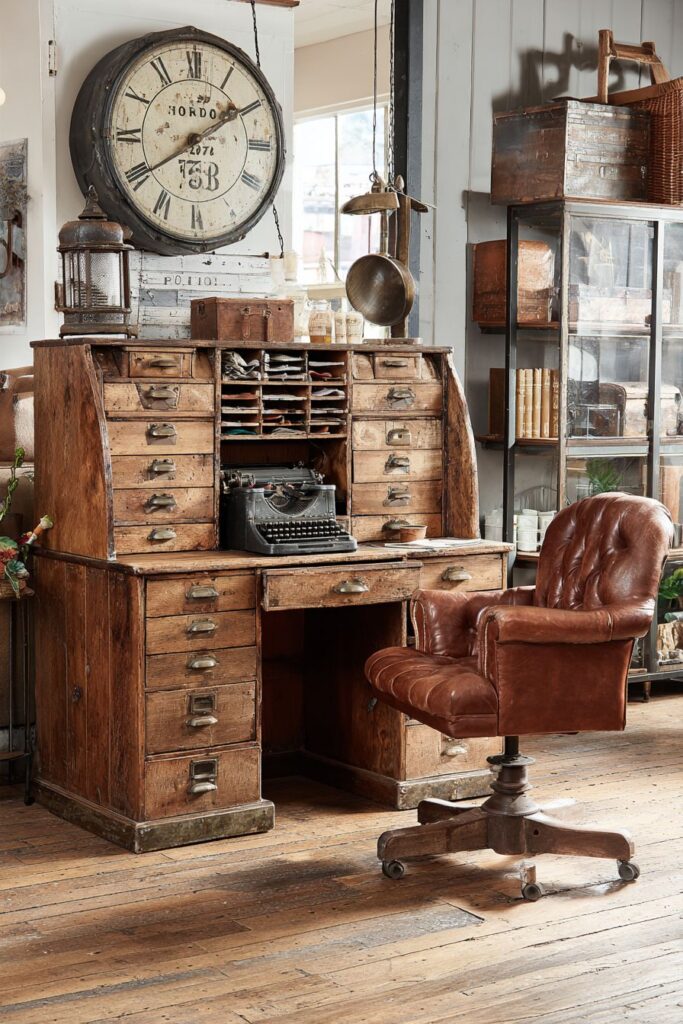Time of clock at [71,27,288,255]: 1:09
